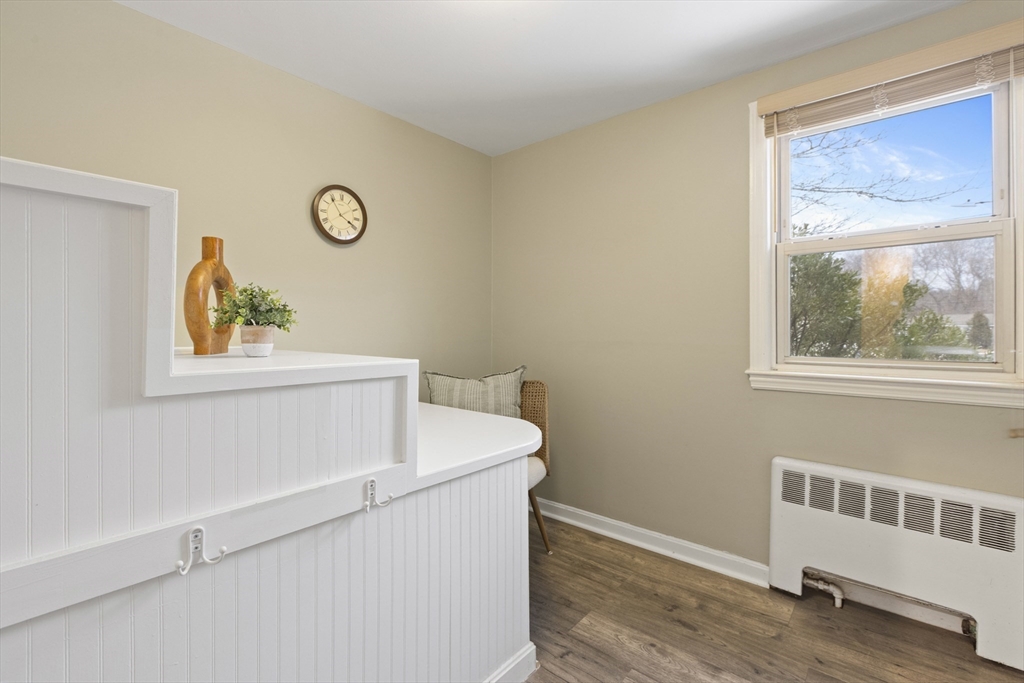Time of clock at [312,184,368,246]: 3:54
